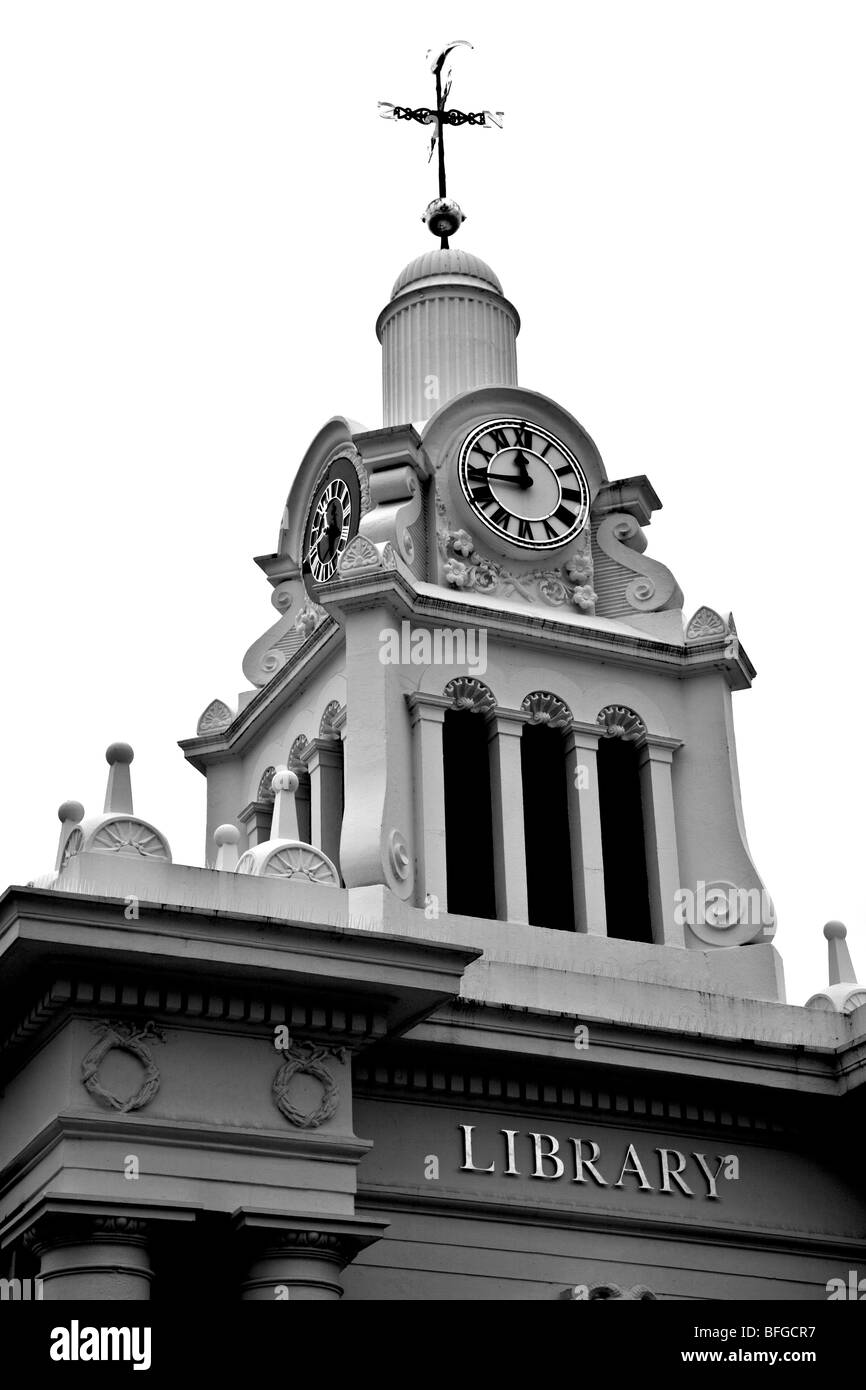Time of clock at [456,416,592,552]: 11:44
